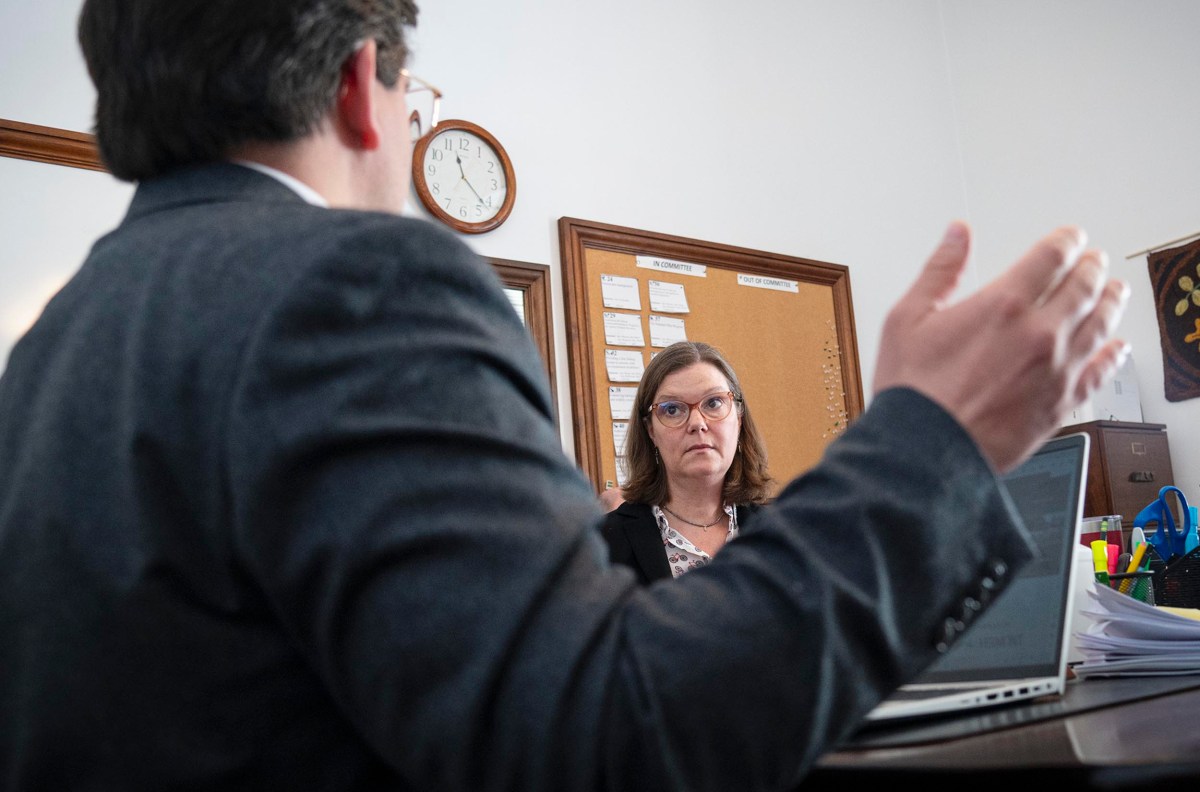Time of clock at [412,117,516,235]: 11:21
